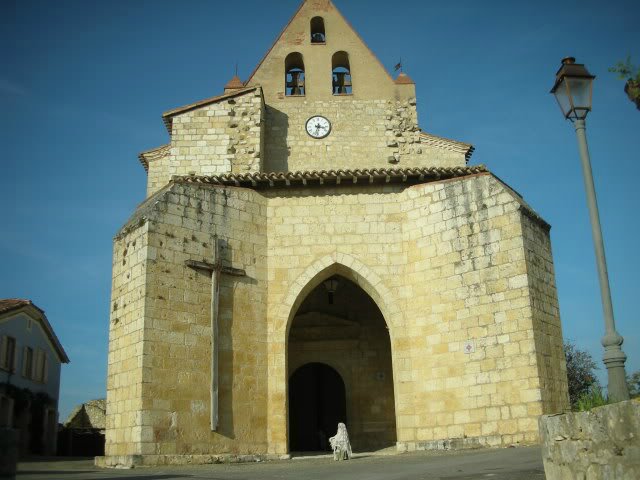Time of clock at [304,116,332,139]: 3:32
